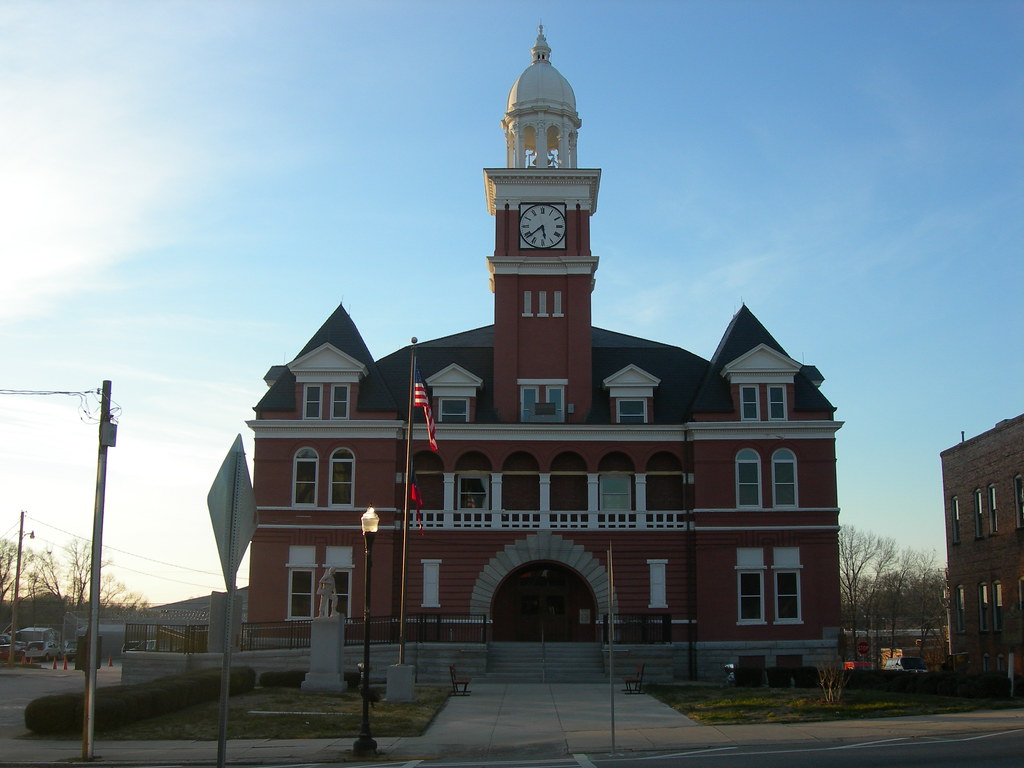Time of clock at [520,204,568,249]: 5:38
